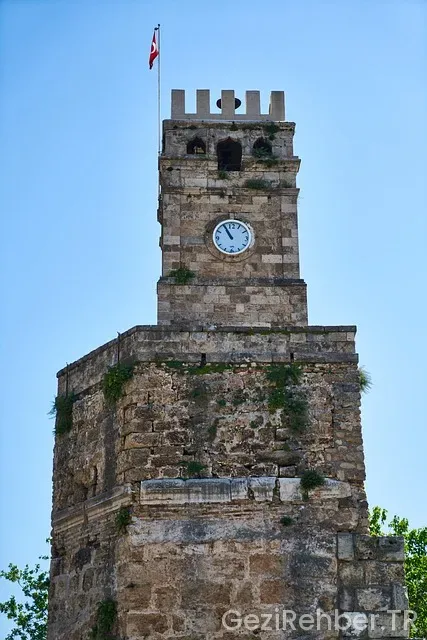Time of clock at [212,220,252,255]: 10:55
